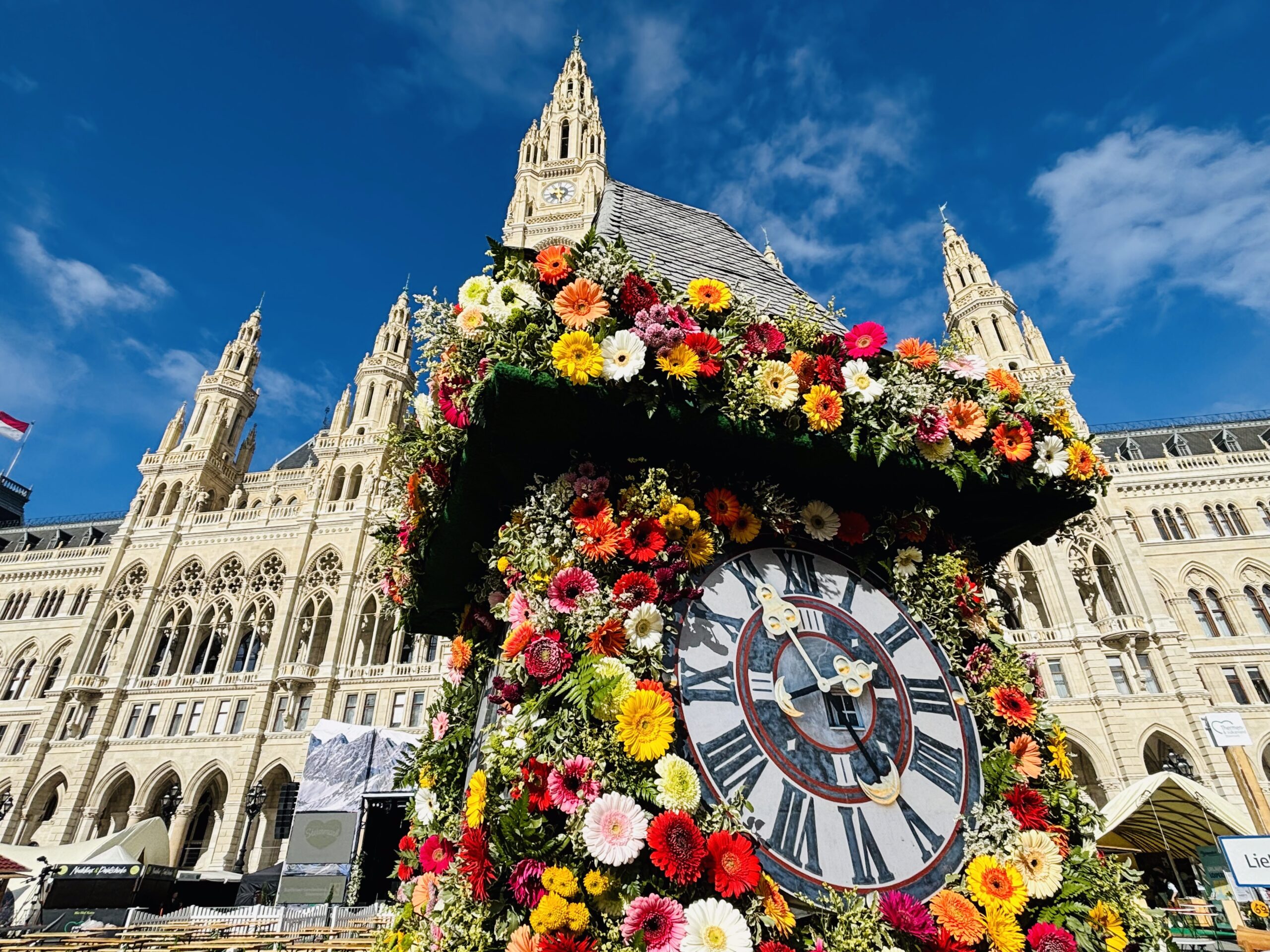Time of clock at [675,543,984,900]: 2:24
